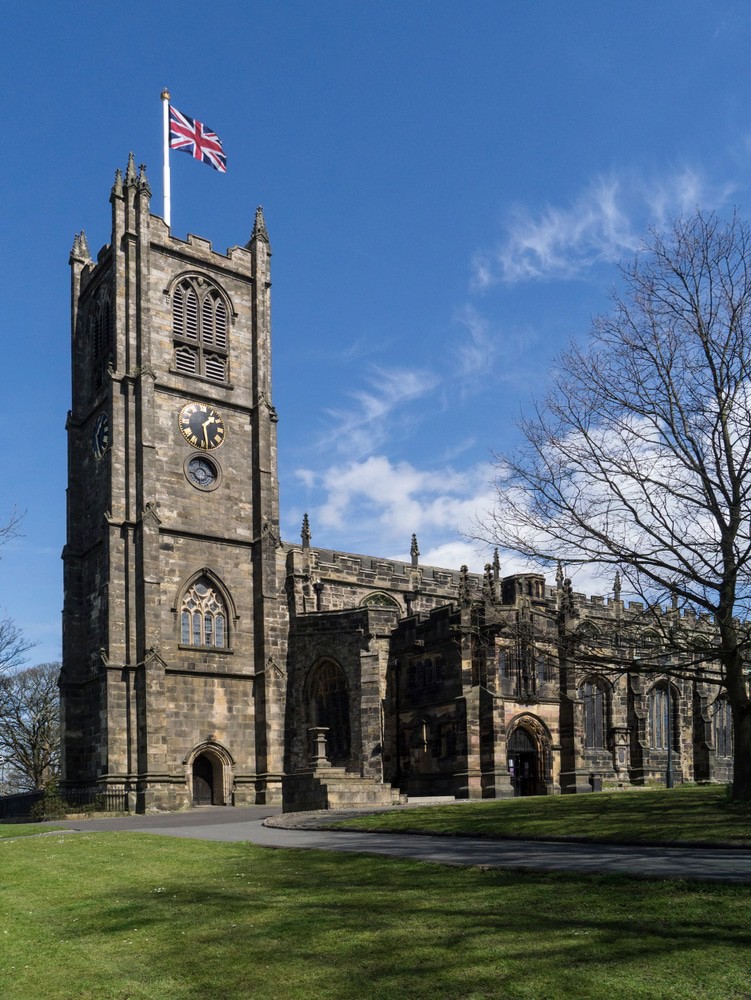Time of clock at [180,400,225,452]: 1:28
